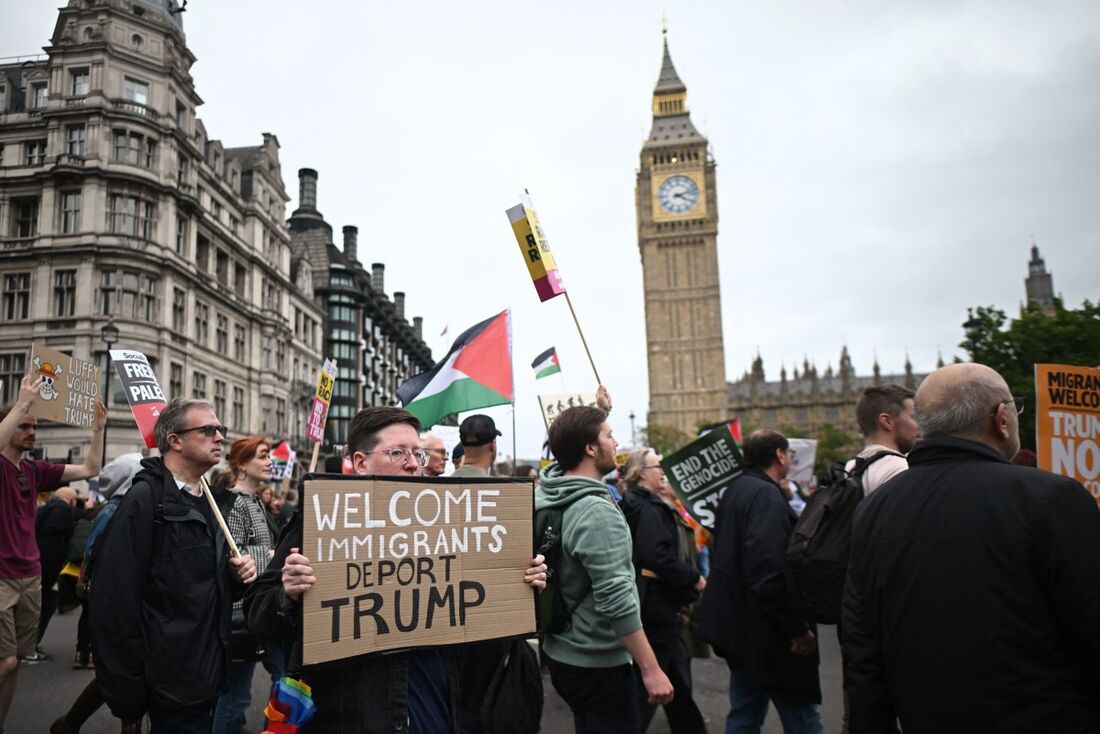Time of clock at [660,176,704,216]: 4:12
